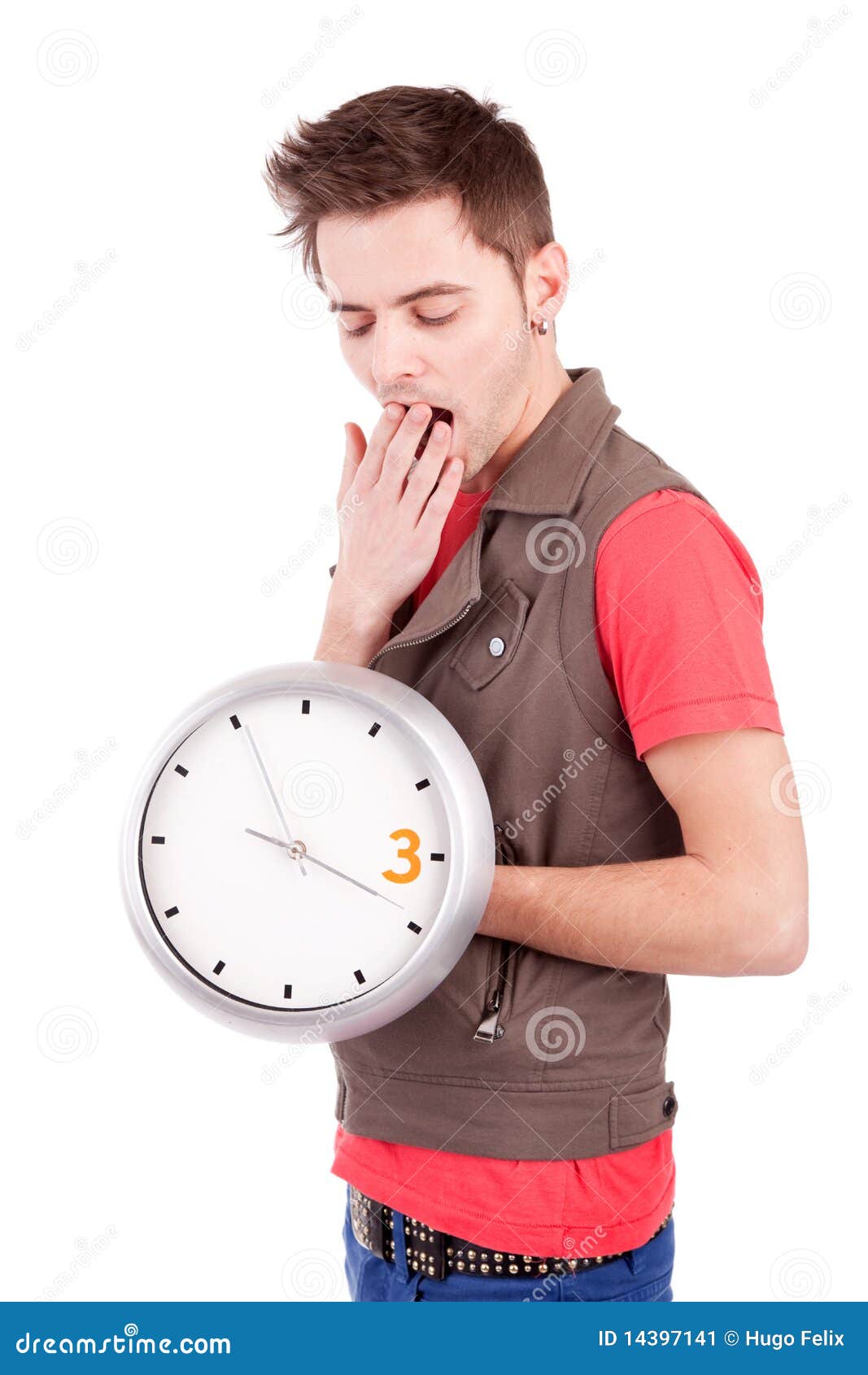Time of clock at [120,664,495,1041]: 3:55
